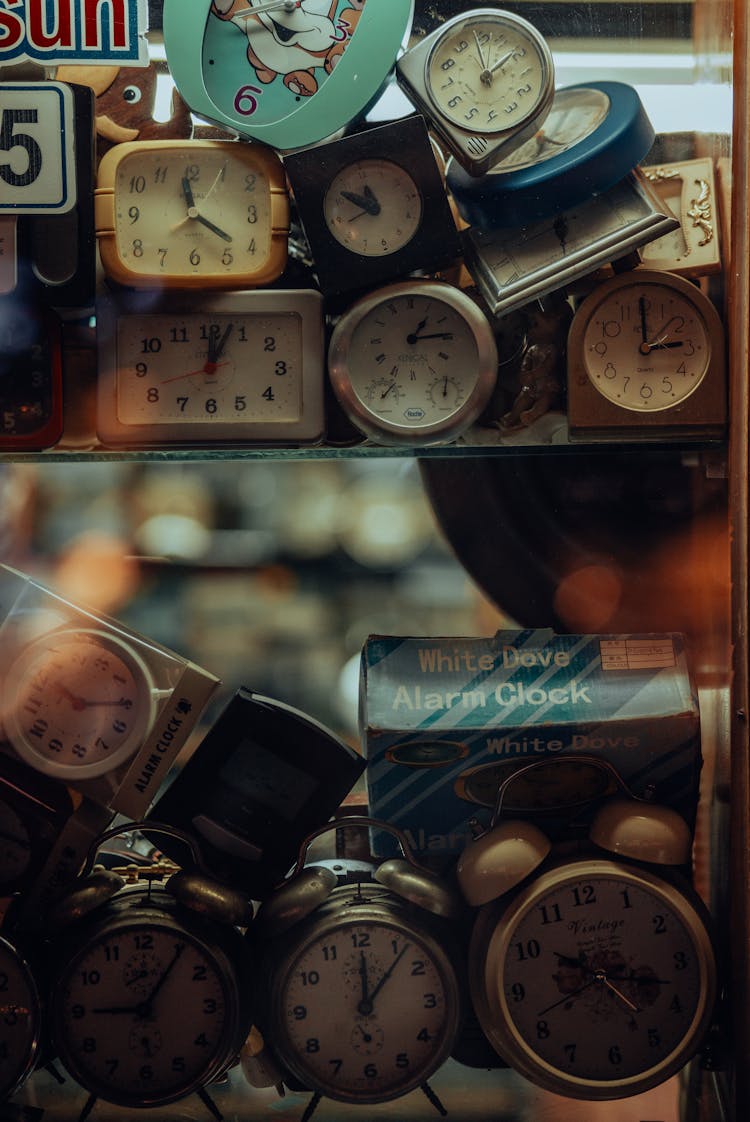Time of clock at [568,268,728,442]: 2:59
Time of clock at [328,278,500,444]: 1:13
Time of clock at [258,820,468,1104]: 12:06
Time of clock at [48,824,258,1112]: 9:05
